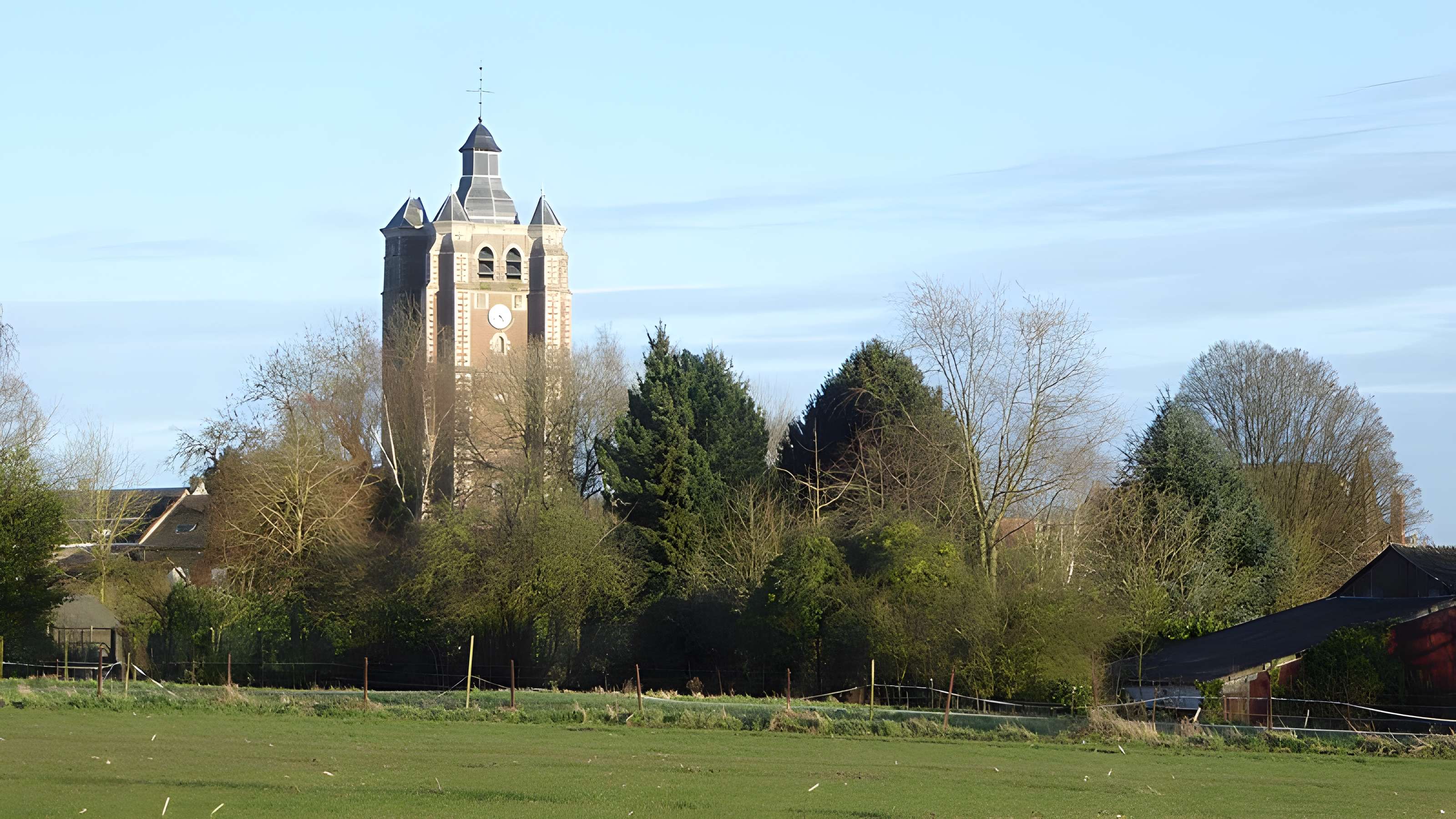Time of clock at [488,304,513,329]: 4:23
